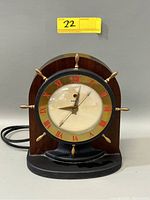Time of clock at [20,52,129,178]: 9:01
